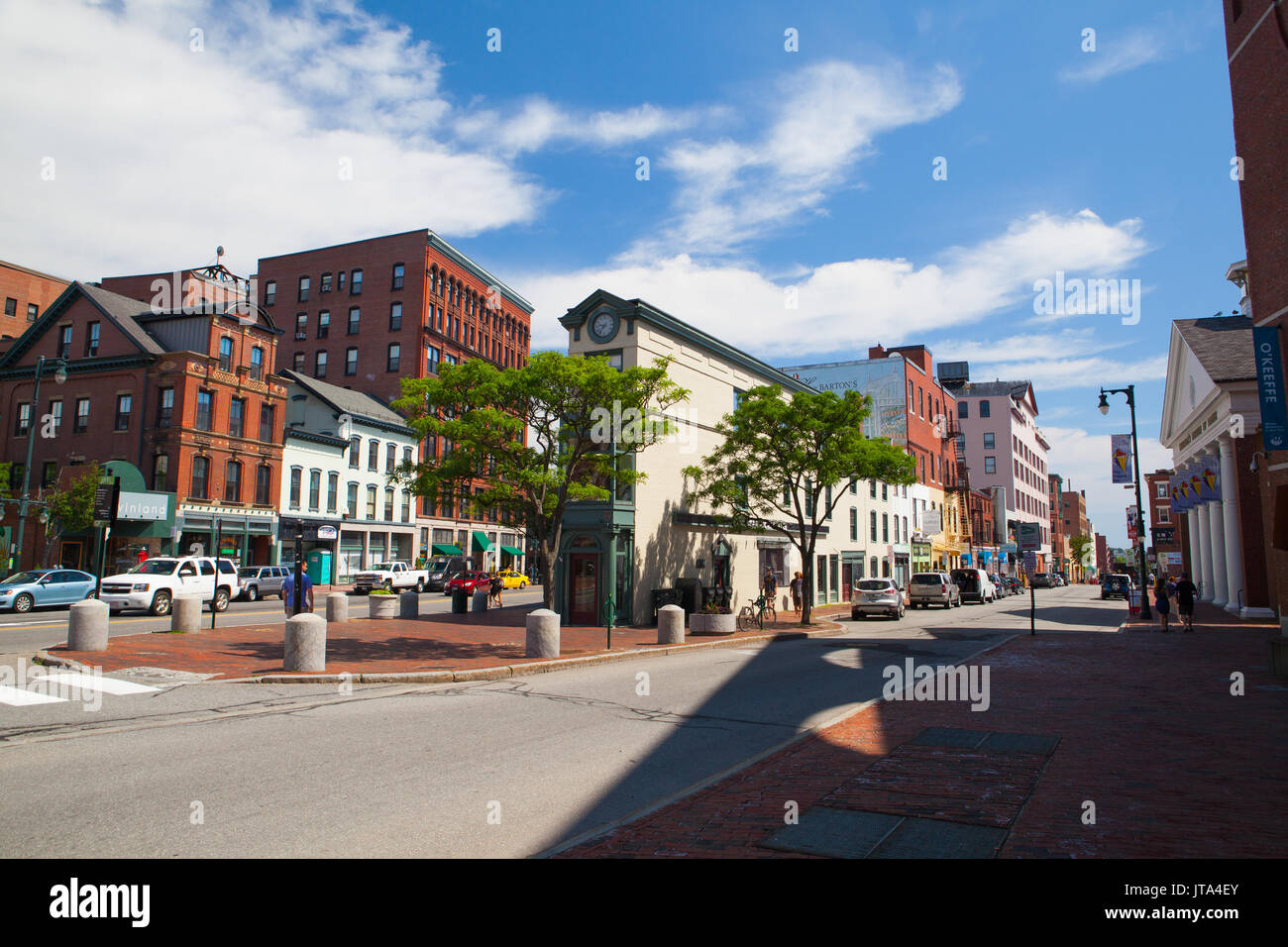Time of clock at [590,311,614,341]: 9:36
